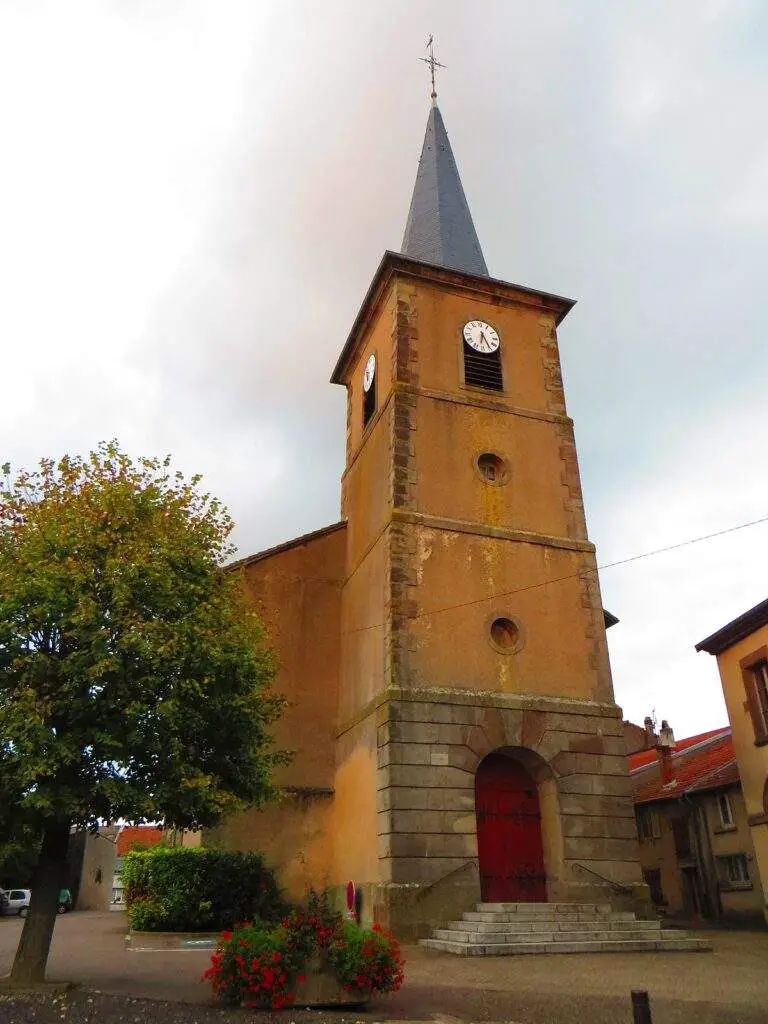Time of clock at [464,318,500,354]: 6:25
